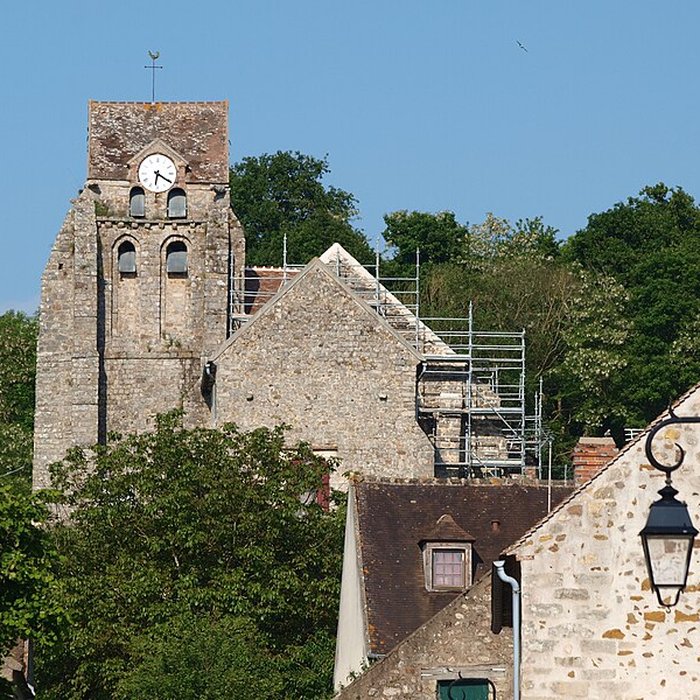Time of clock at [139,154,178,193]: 6:20
